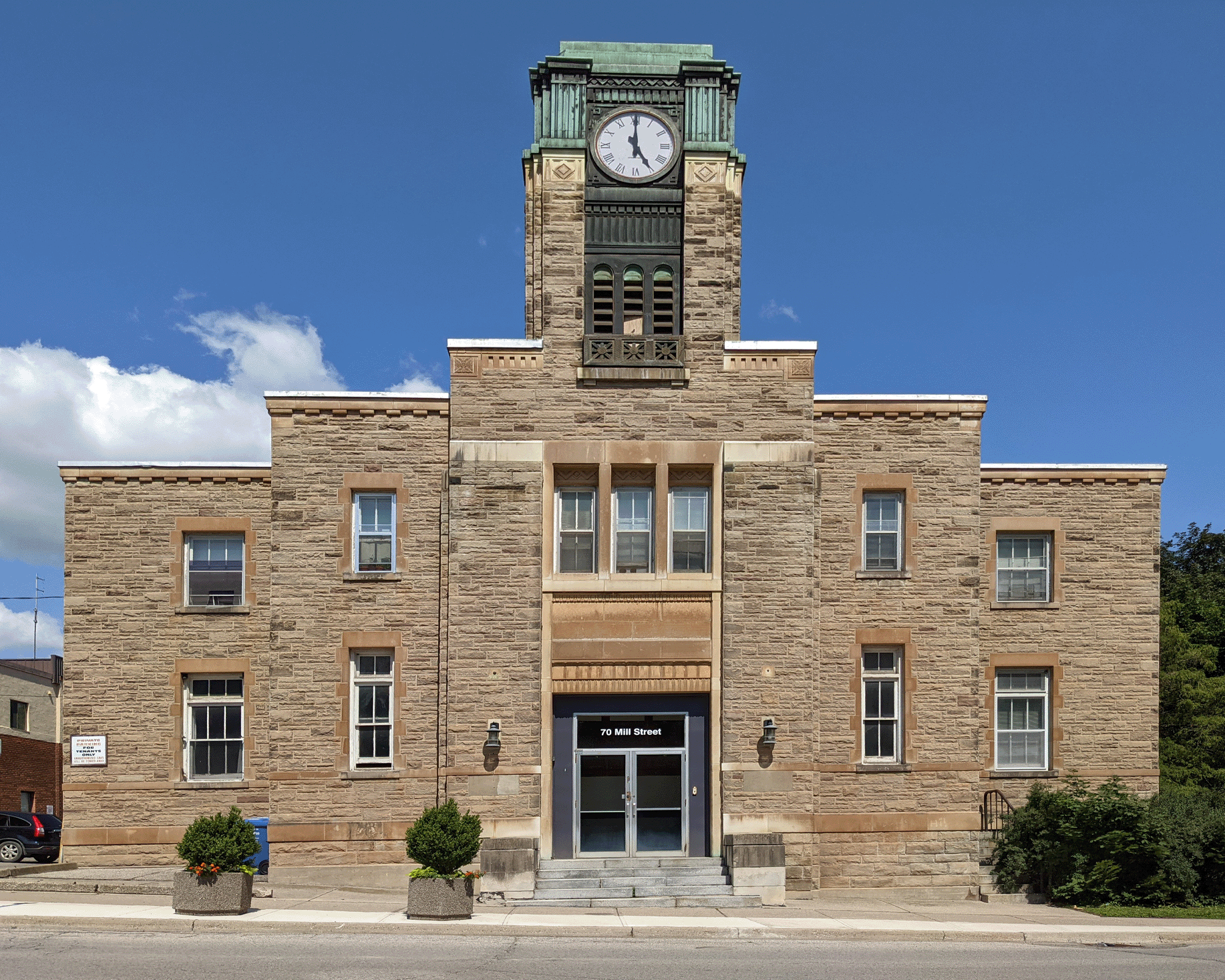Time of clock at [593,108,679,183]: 5:00
